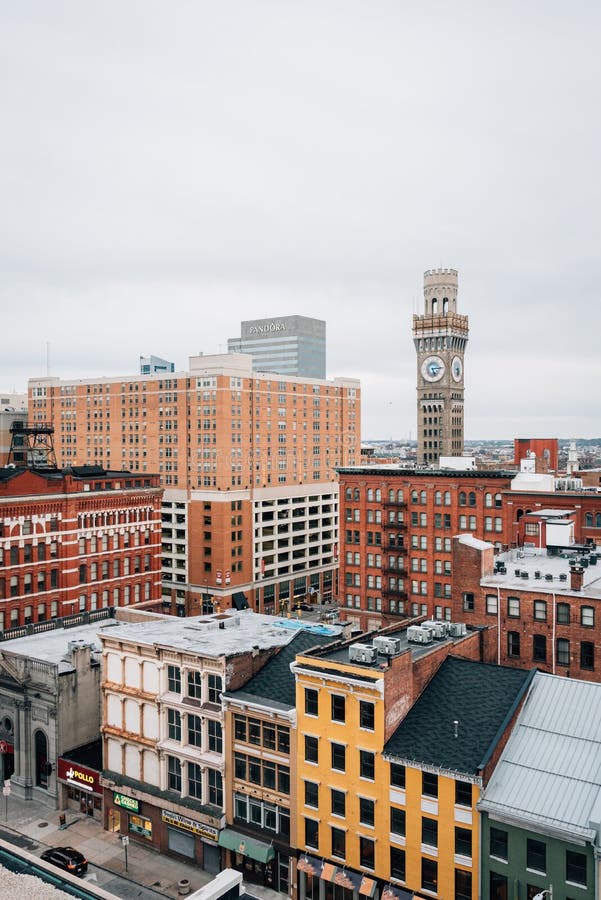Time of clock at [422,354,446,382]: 5:14
